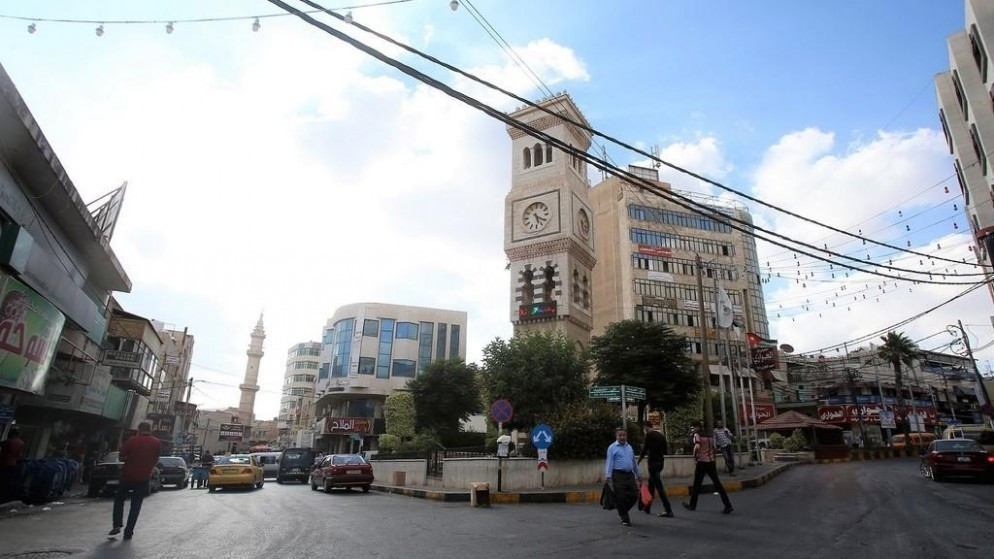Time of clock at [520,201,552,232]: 5:20
